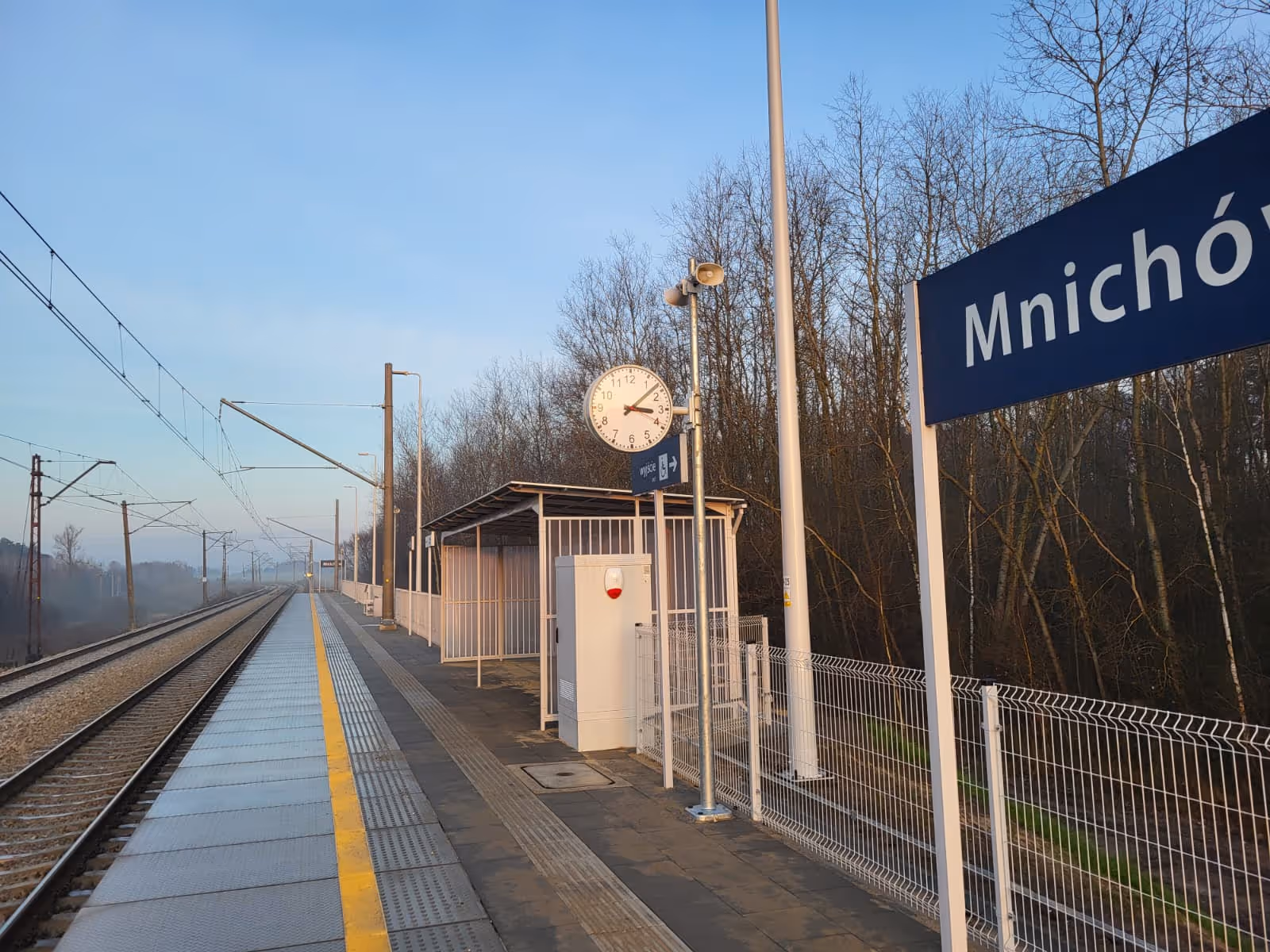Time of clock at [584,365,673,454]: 3:08
